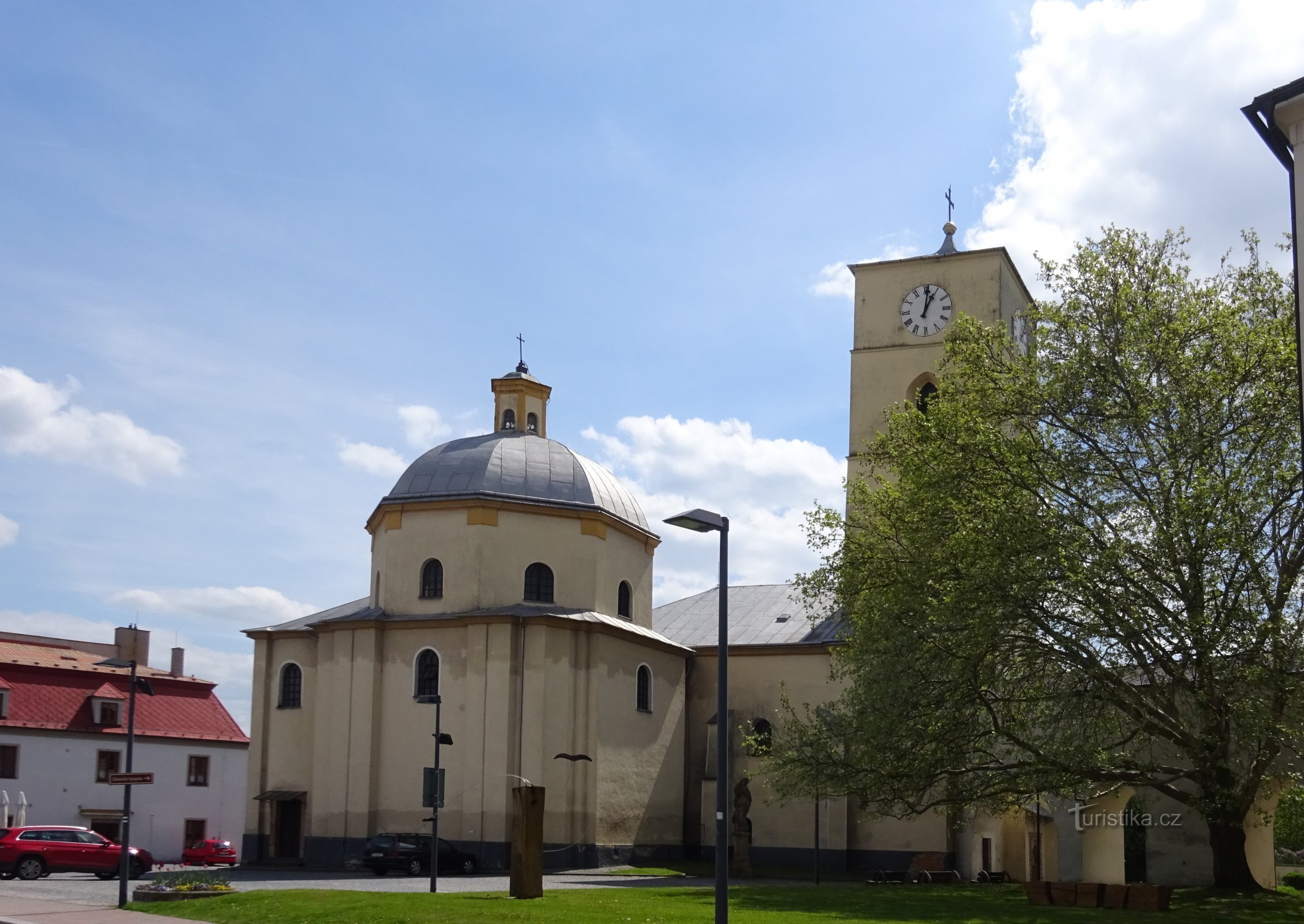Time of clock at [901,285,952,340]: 1:01
